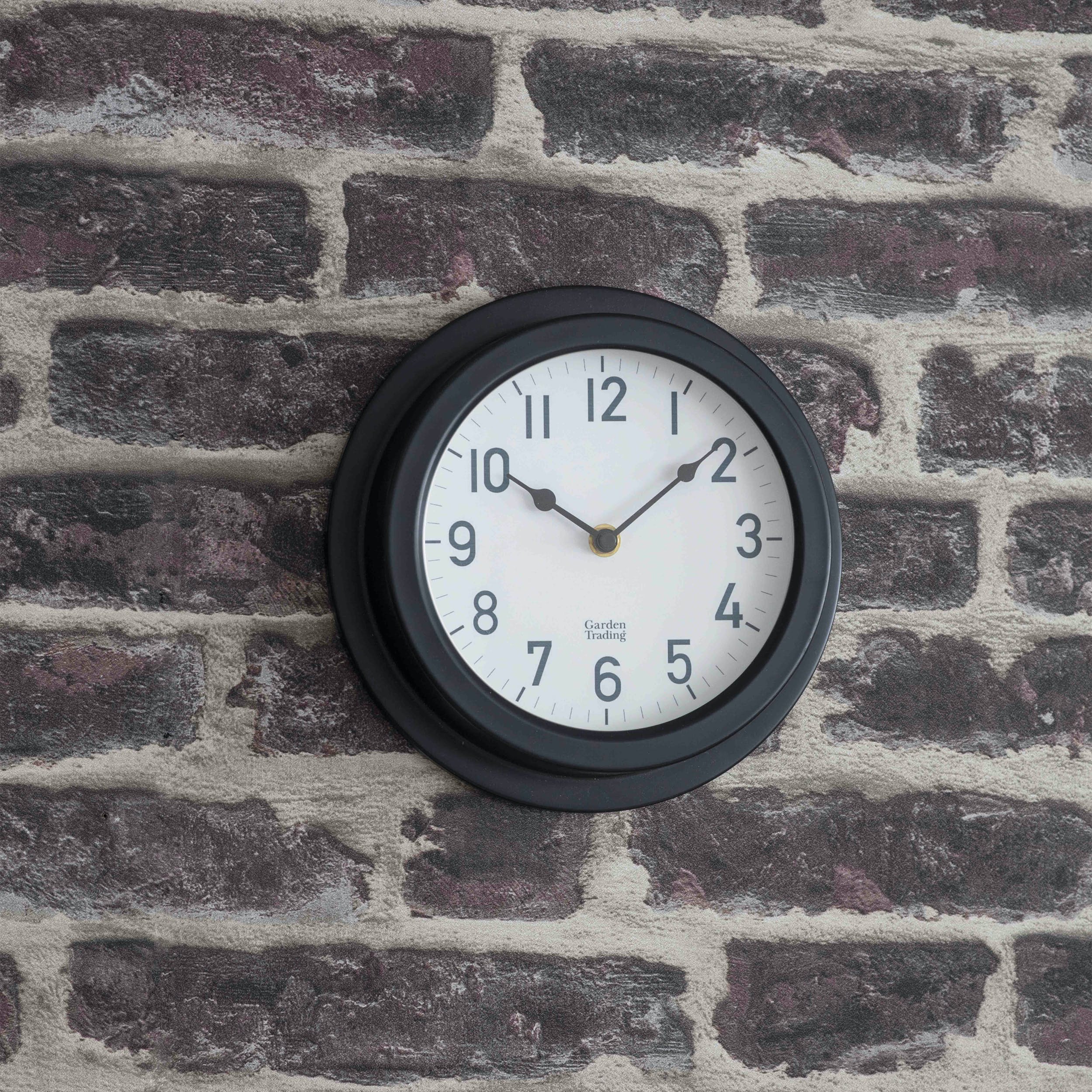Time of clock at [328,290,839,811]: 10:08
